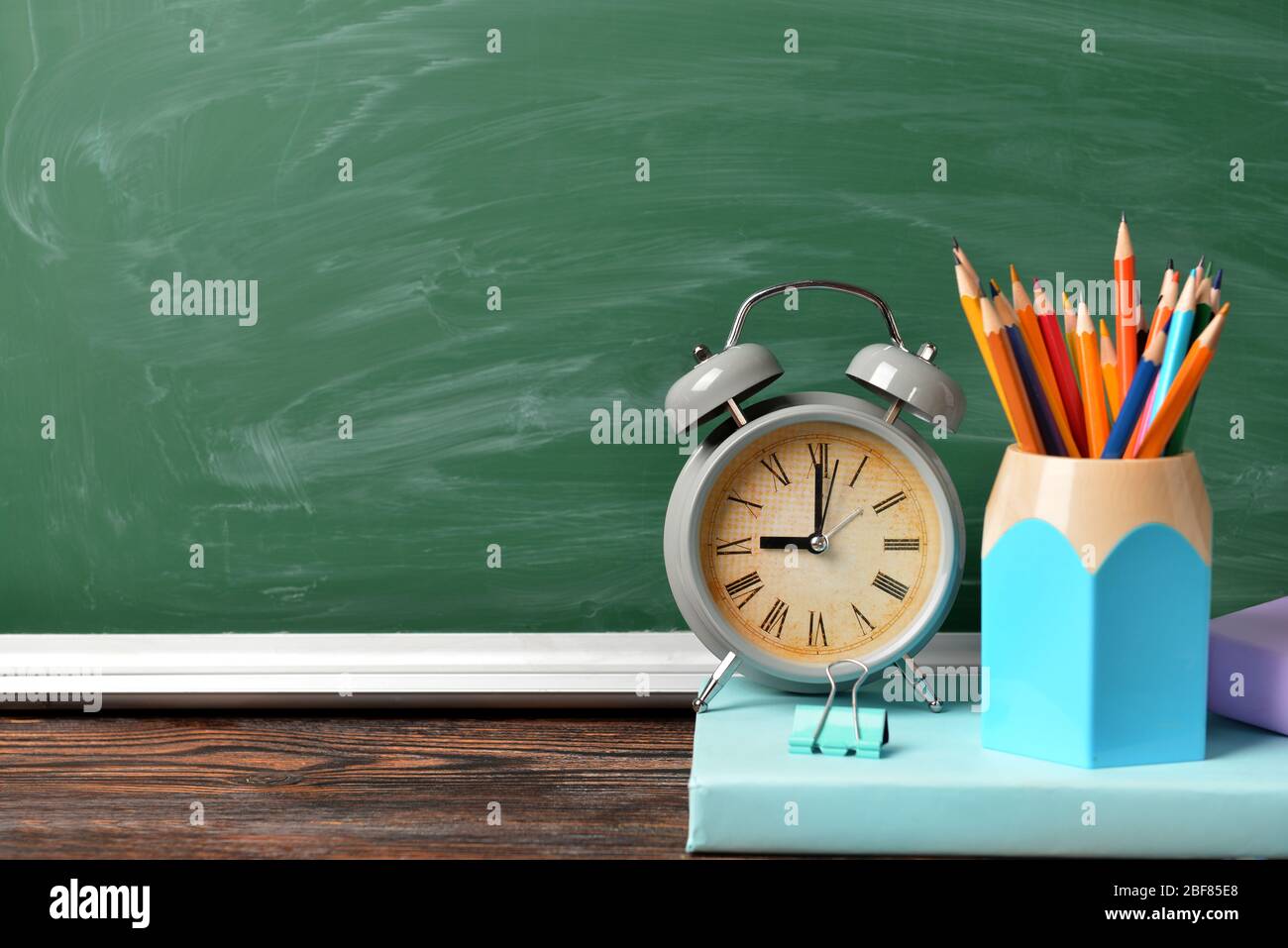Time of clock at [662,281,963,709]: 9:00
